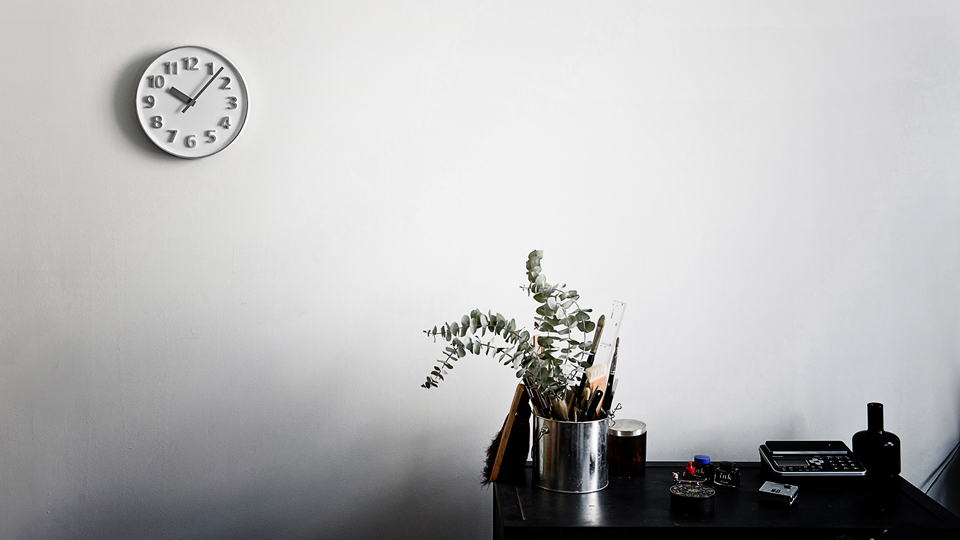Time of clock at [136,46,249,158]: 10:07
